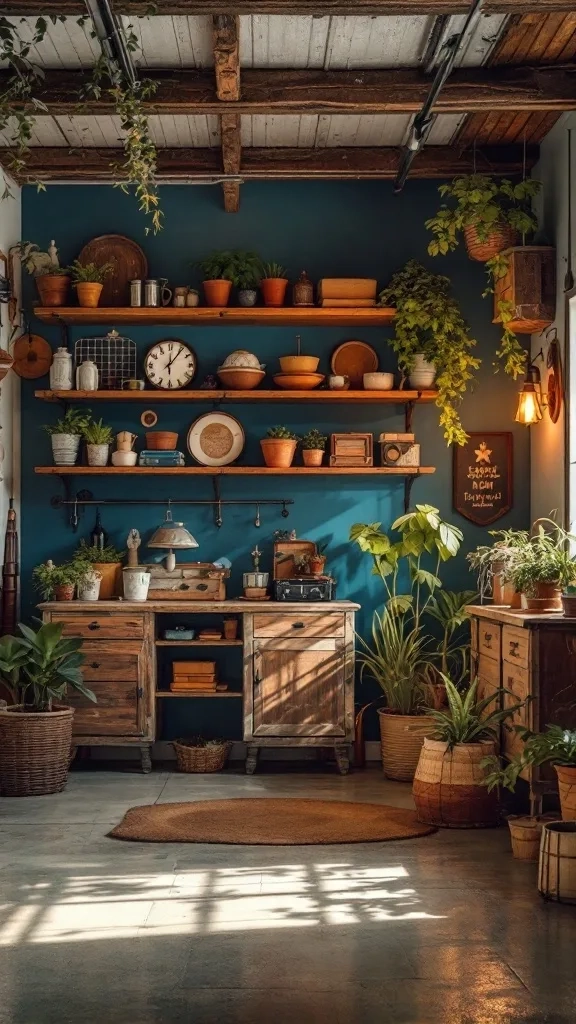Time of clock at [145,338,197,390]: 12:06
